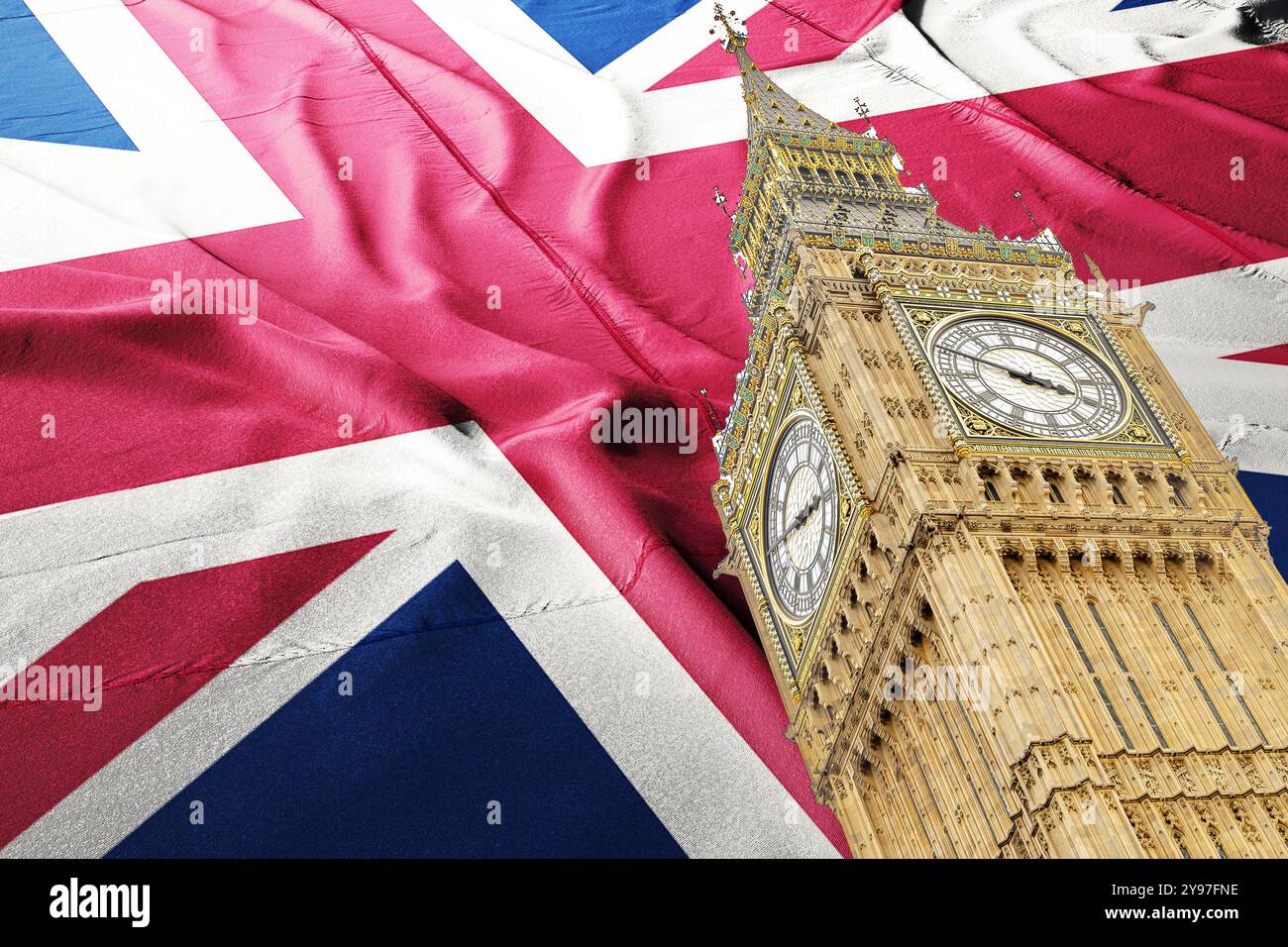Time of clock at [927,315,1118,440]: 3:48
